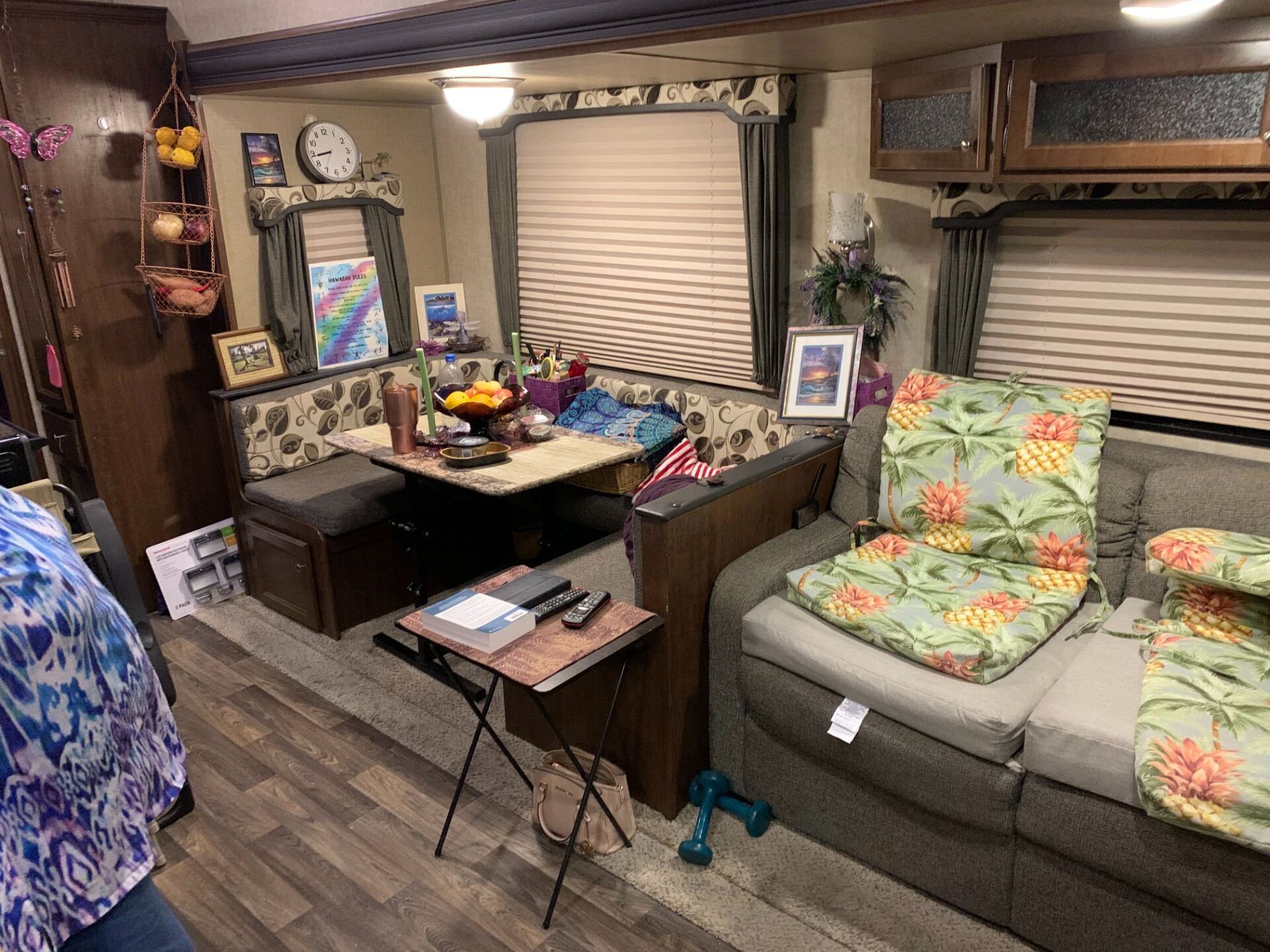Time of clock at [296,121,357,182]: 8:43
